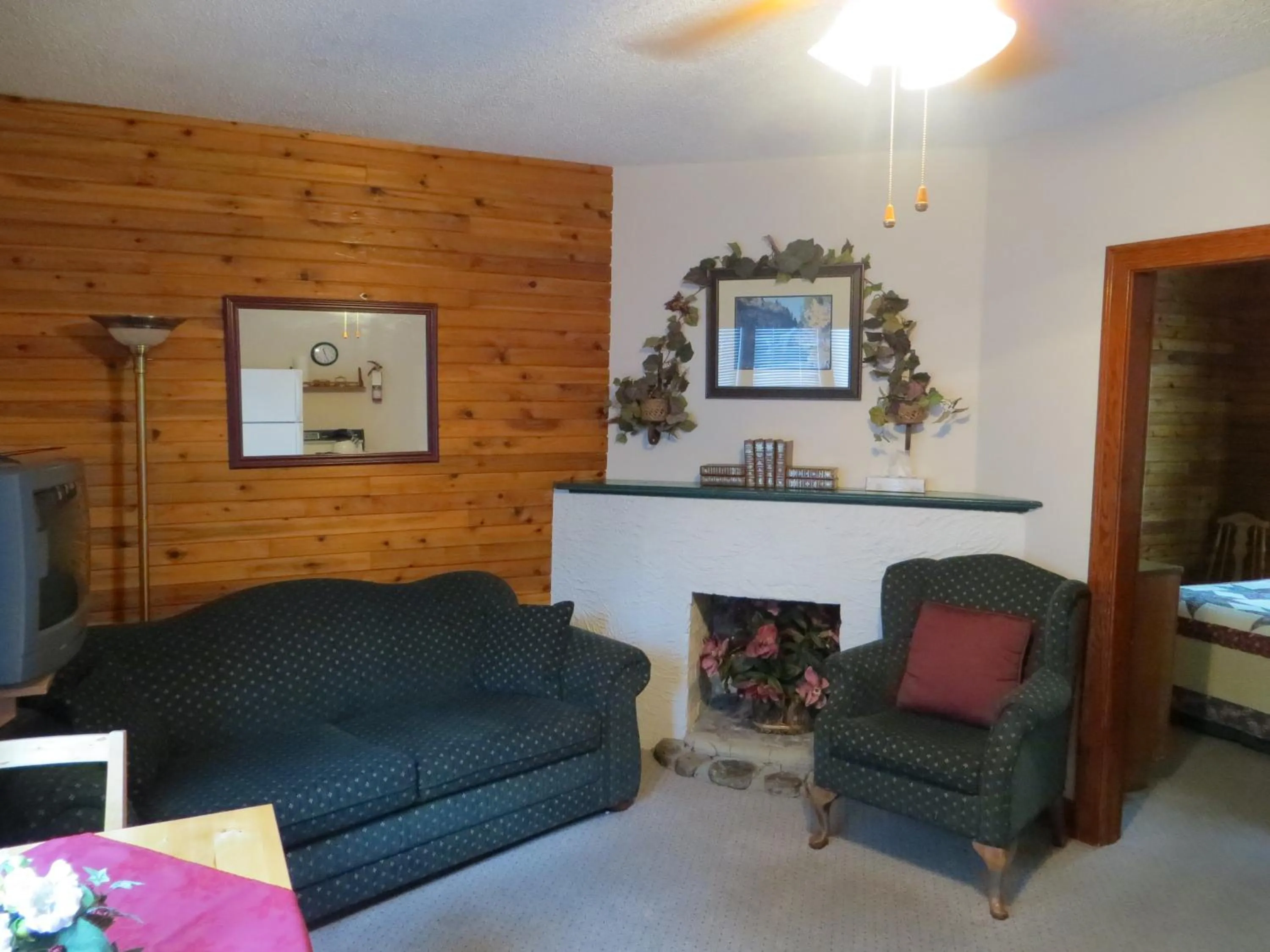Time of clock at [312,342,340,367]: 11:26
